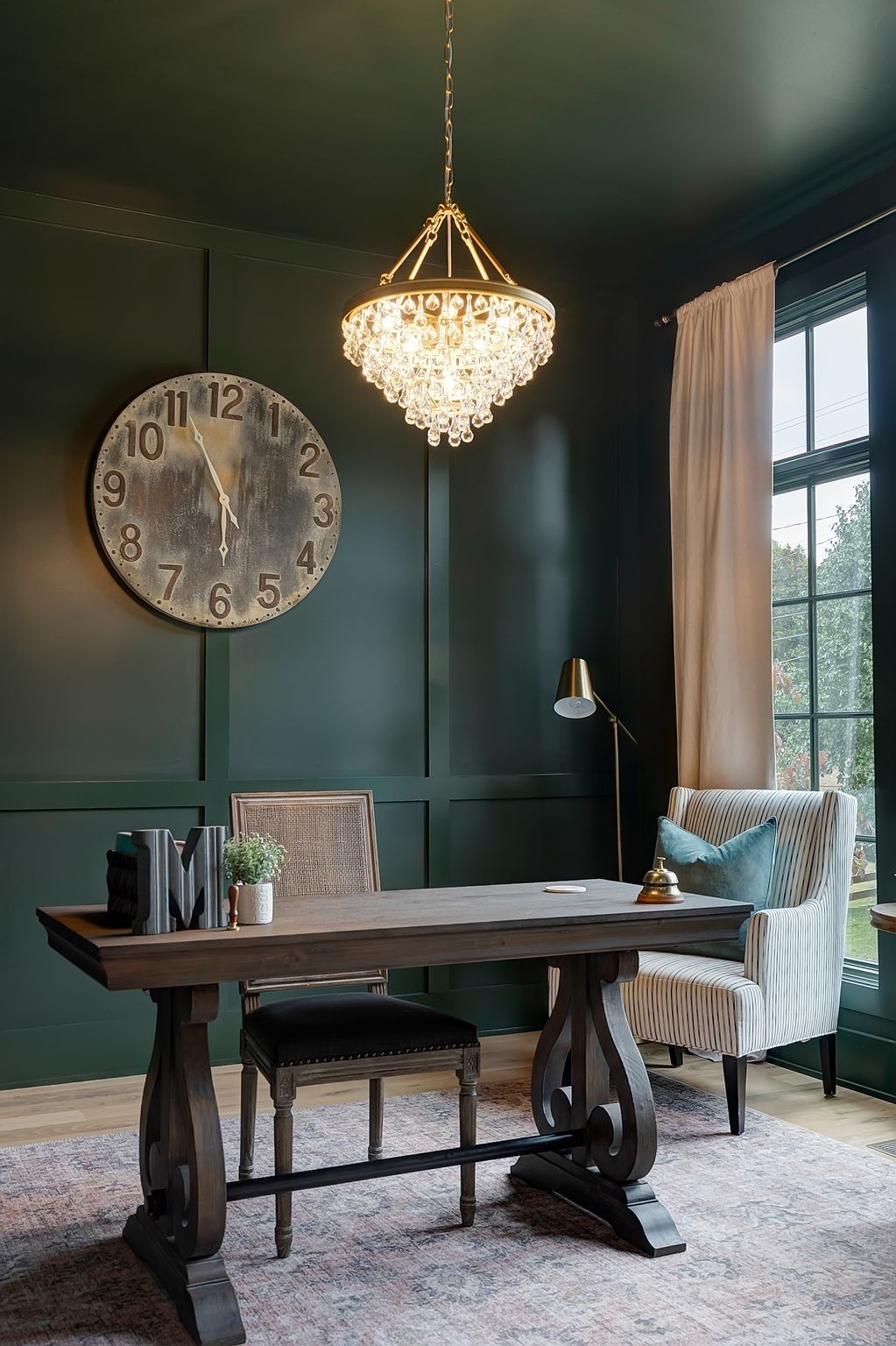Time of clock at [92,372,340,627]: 5:55
